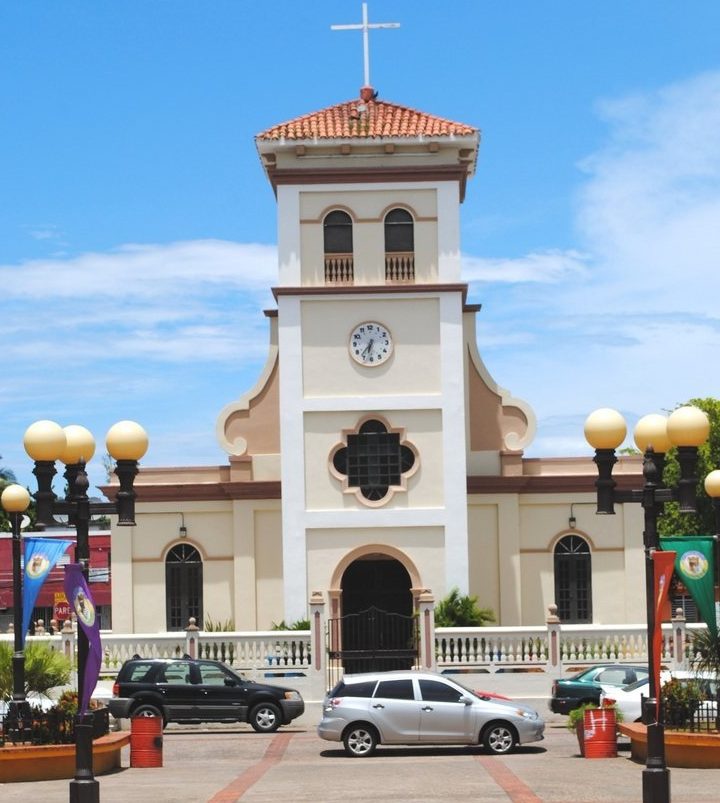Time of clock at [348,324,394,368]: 6:36
